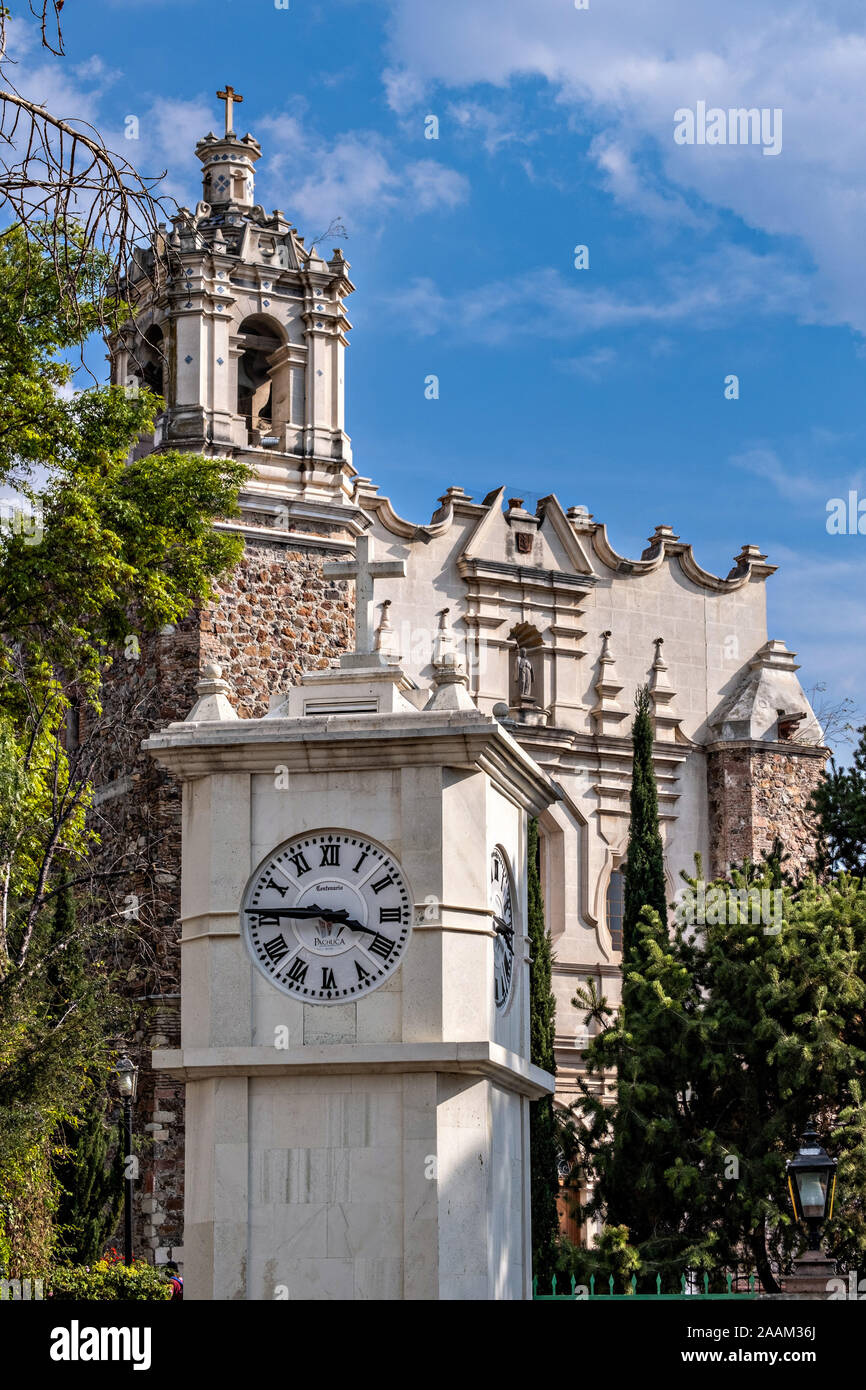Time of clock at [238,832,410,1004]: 3:45
